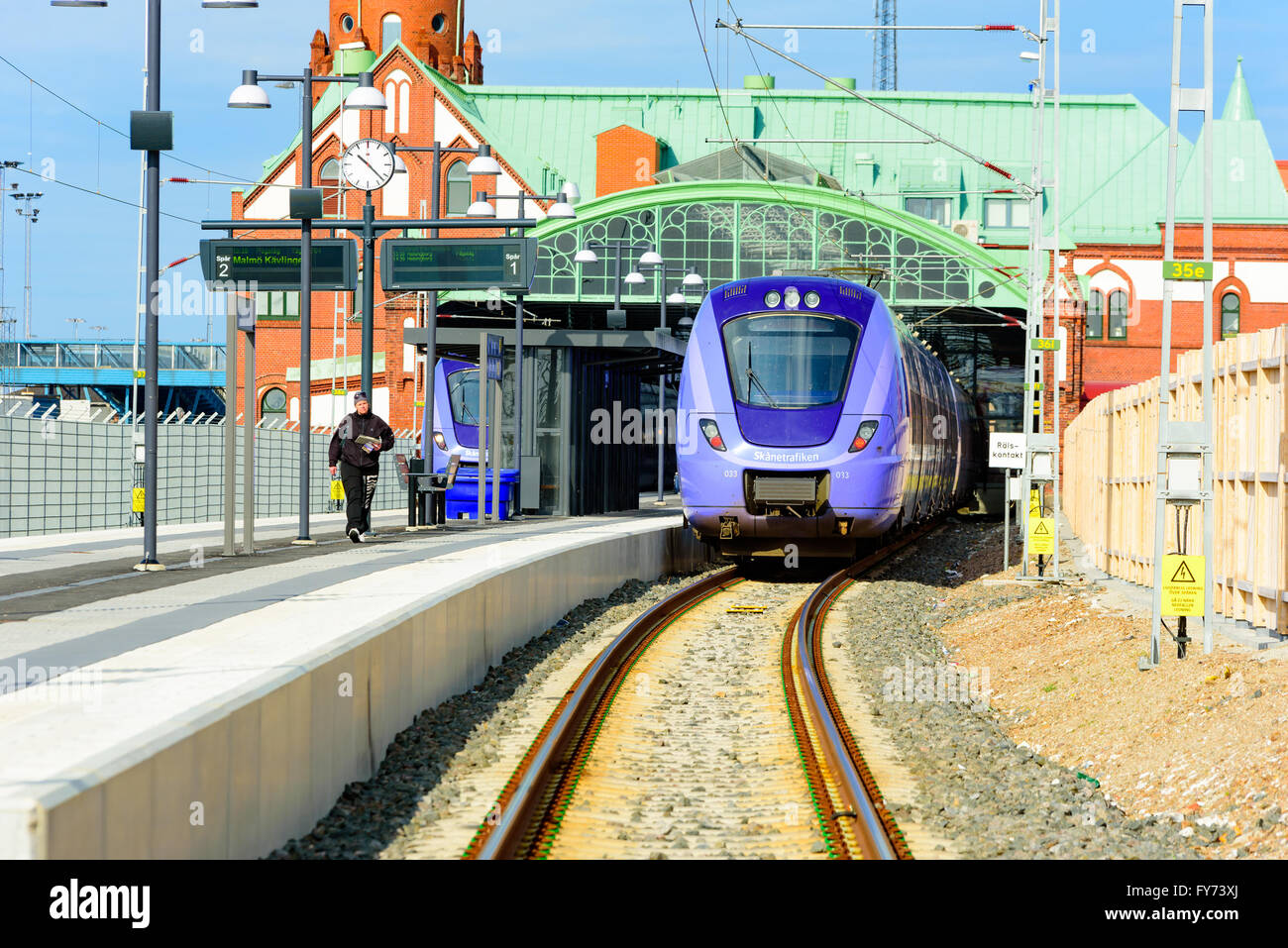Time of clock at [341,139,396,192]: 10:22
